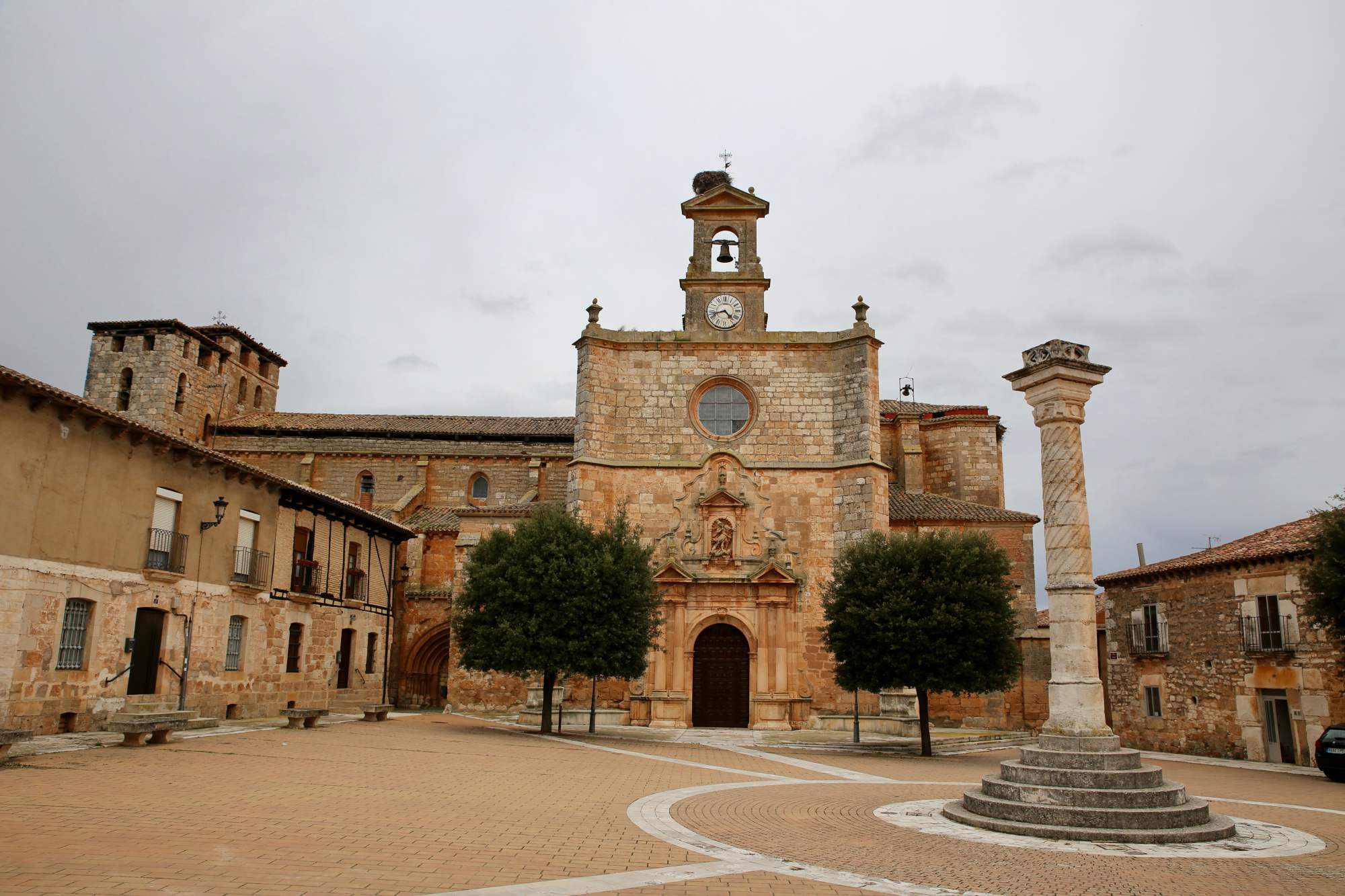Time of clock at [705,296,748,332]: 4:42
